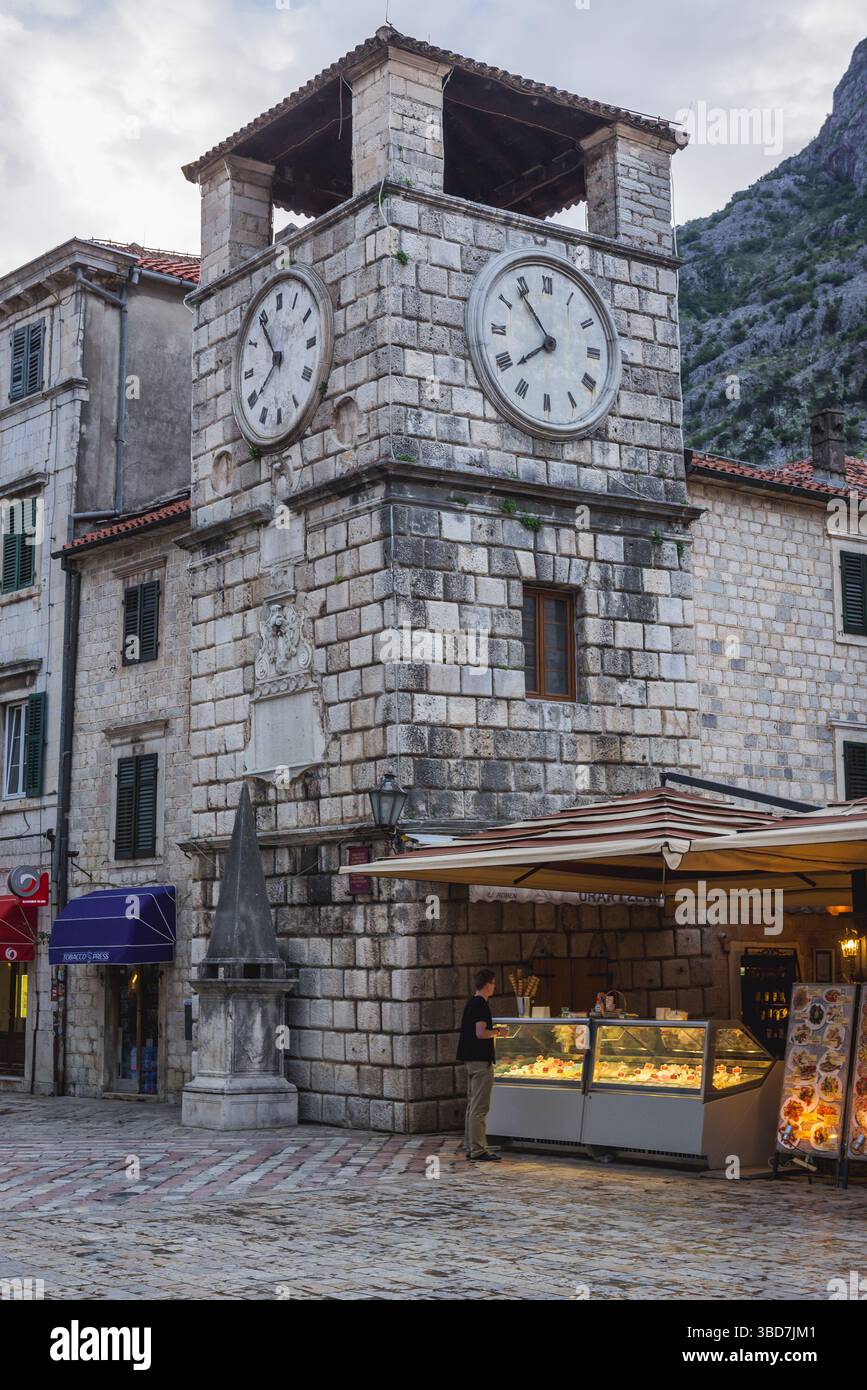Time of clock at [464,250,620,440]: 7:53
